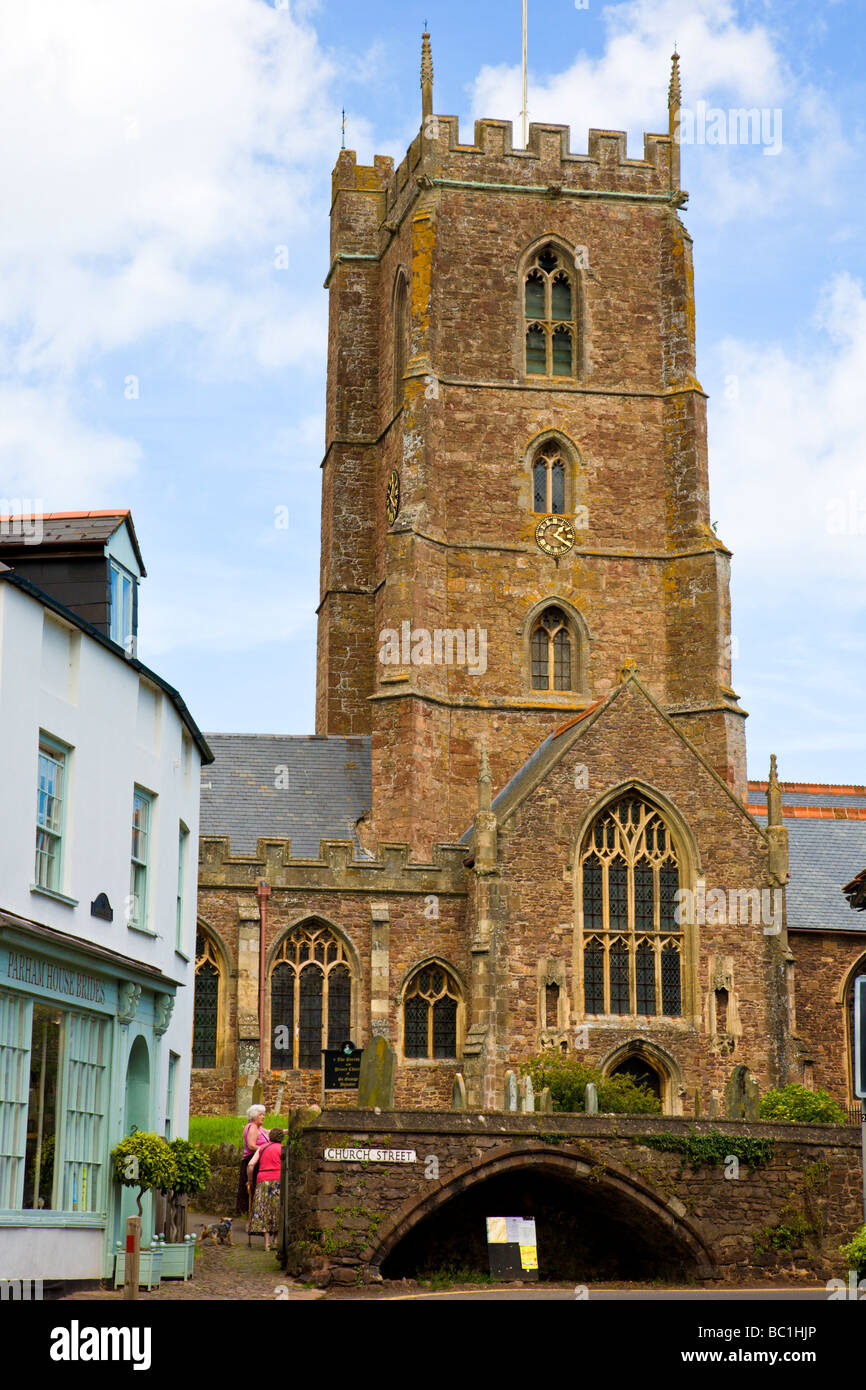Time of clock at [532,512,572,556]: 1:20
